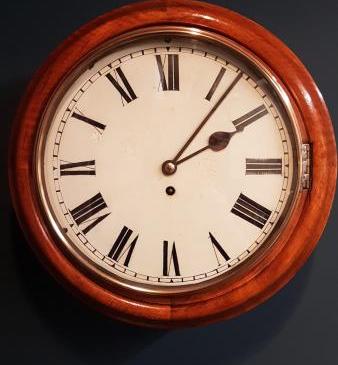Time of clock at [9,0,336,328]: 2:06
